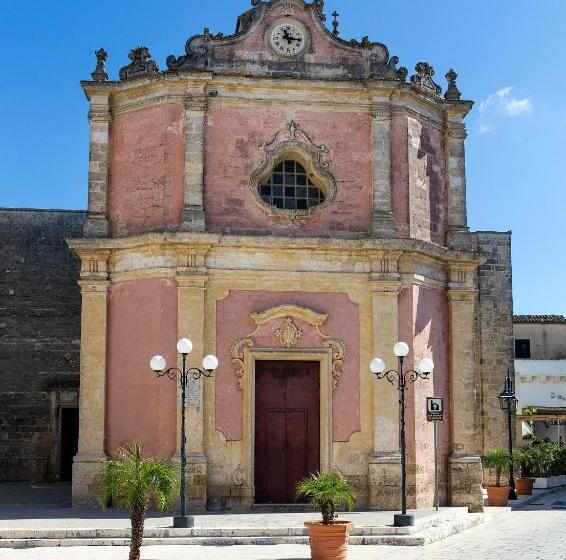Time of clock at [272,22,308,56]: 11:15
